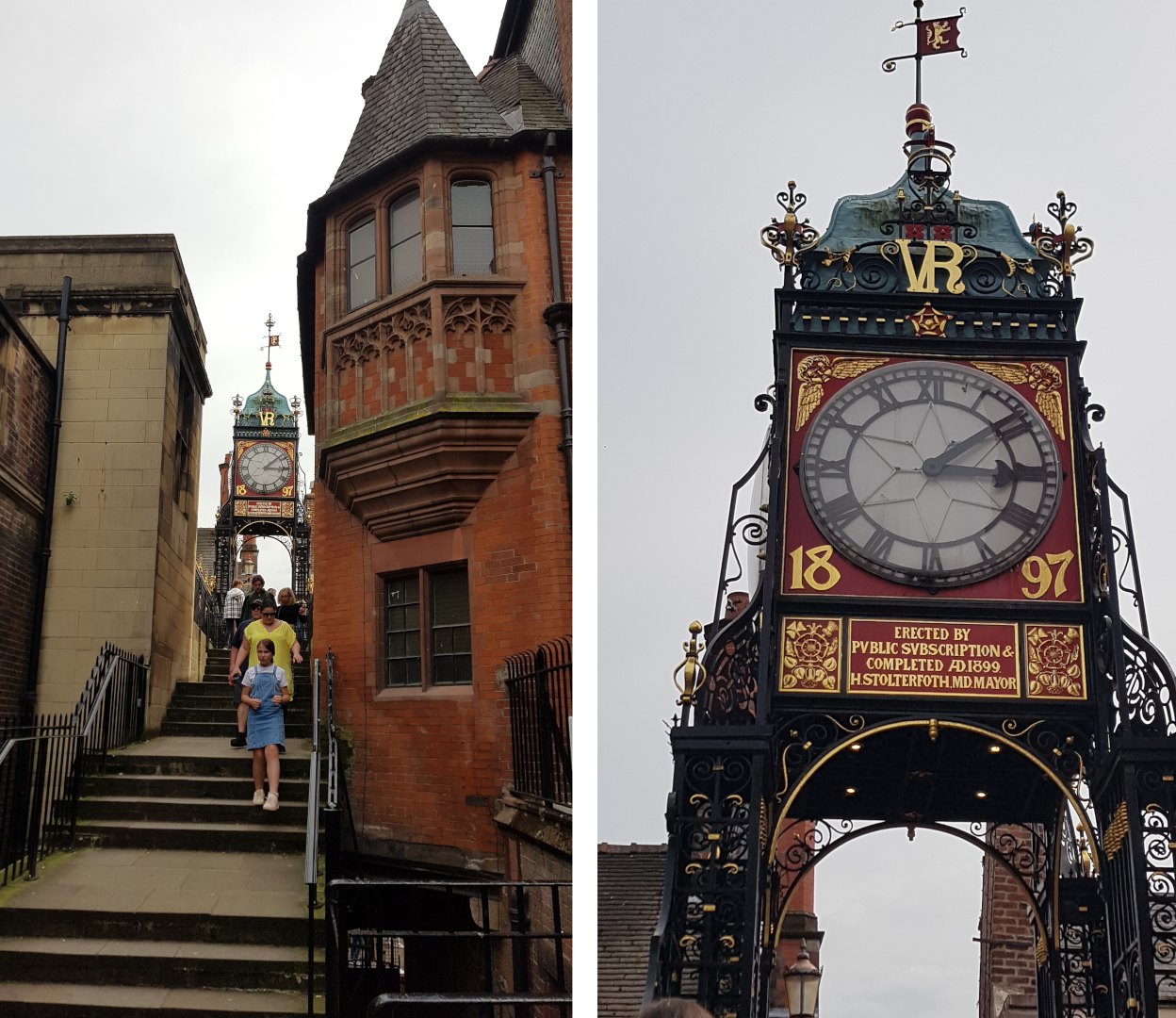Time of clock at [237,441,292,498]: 3:08
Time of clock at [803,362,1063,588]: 3:08
